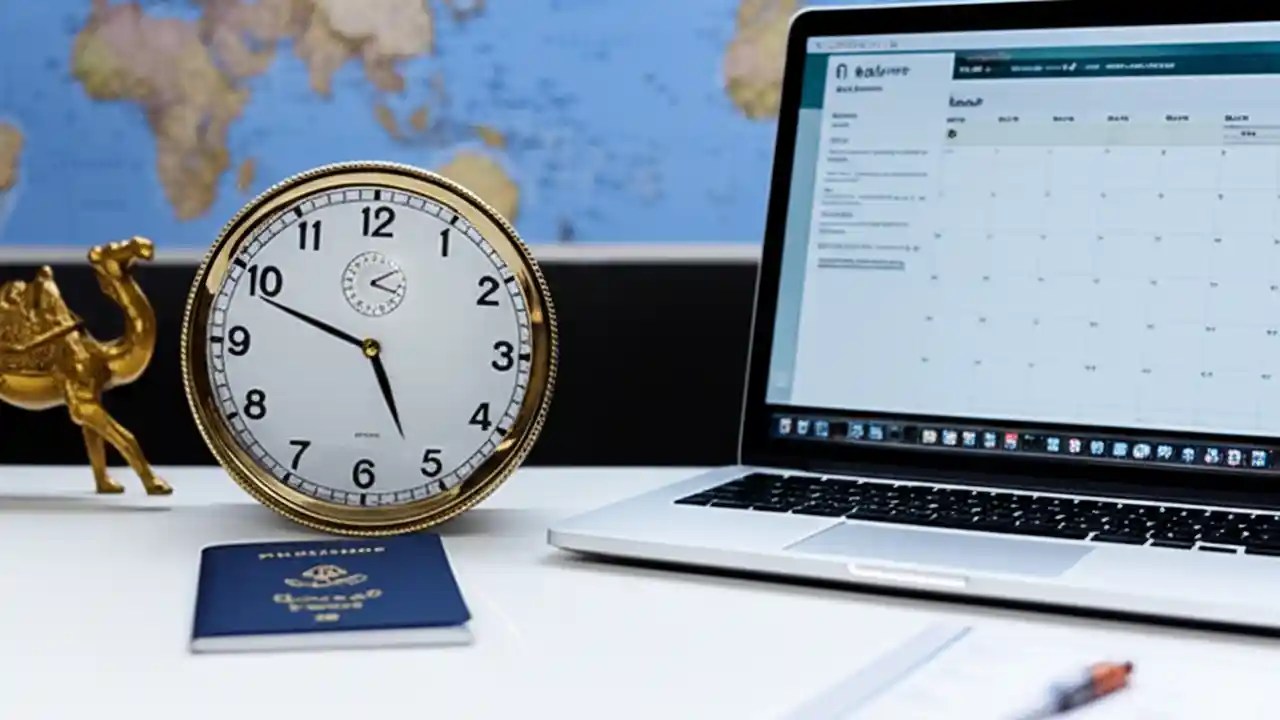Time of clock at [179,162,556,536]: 4:48
